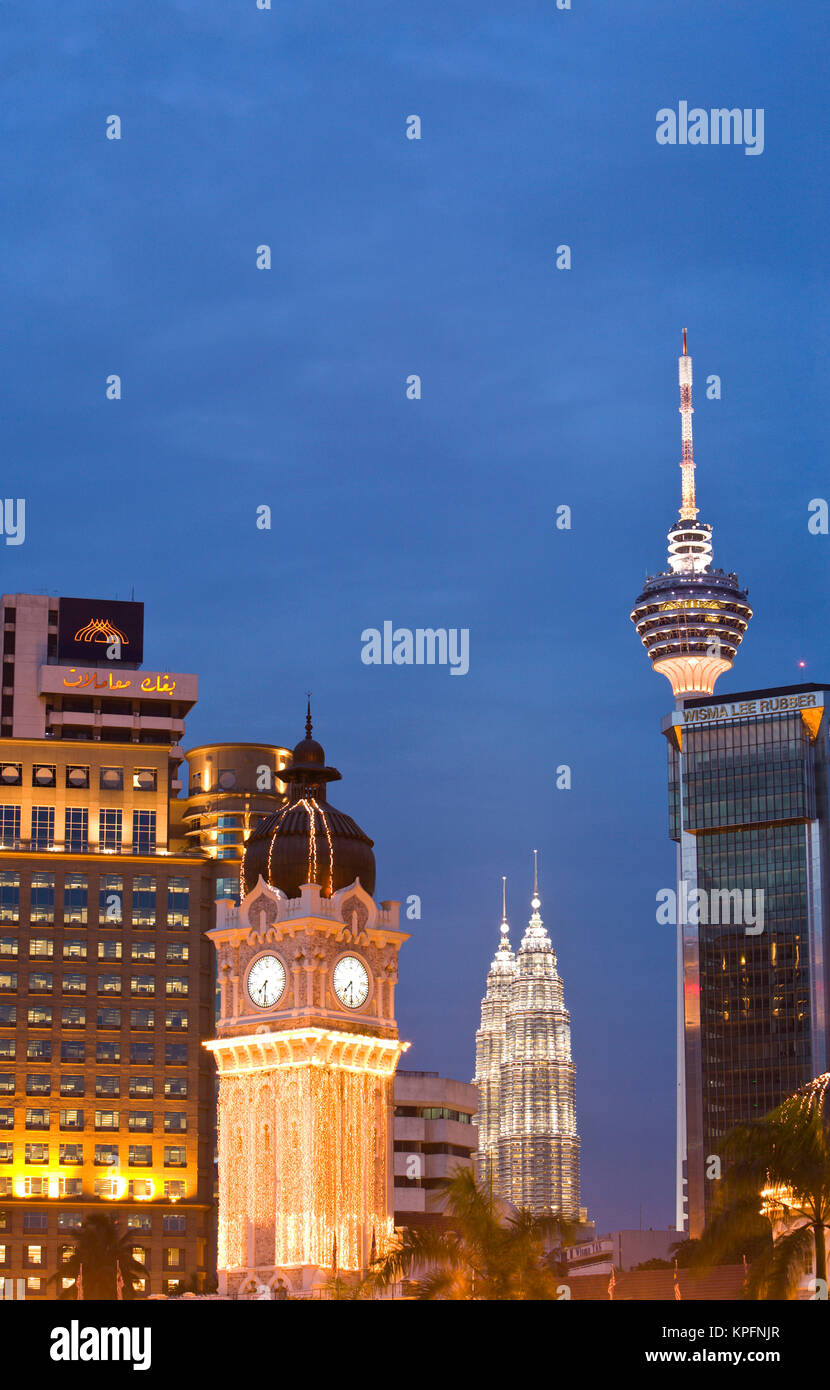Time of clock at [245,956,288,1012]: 7:31
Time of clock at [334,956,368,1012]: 7:30
